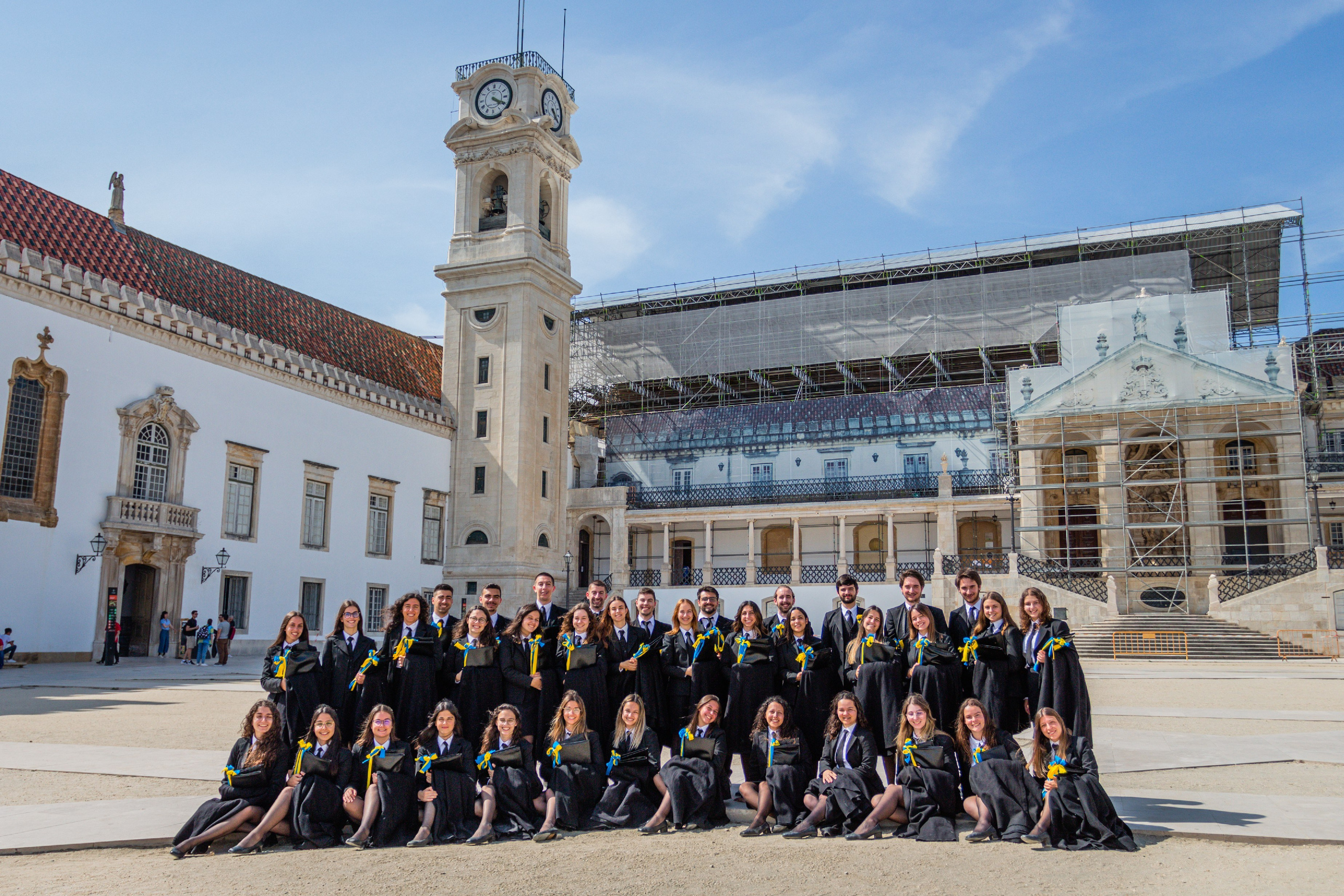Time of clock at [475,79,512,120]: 4:19
